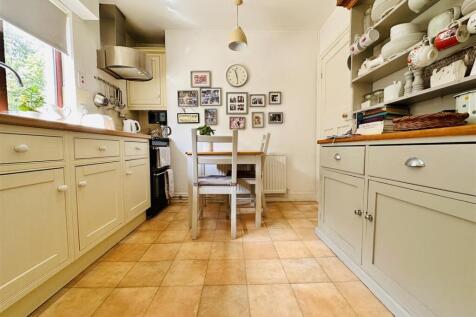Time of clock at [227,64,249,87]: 11:28
